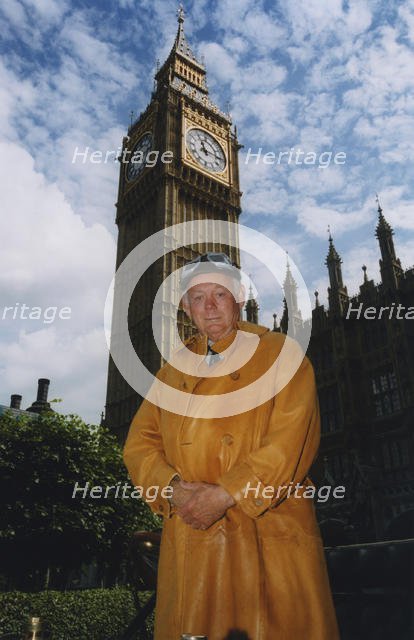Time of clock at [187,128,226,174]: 11:14
